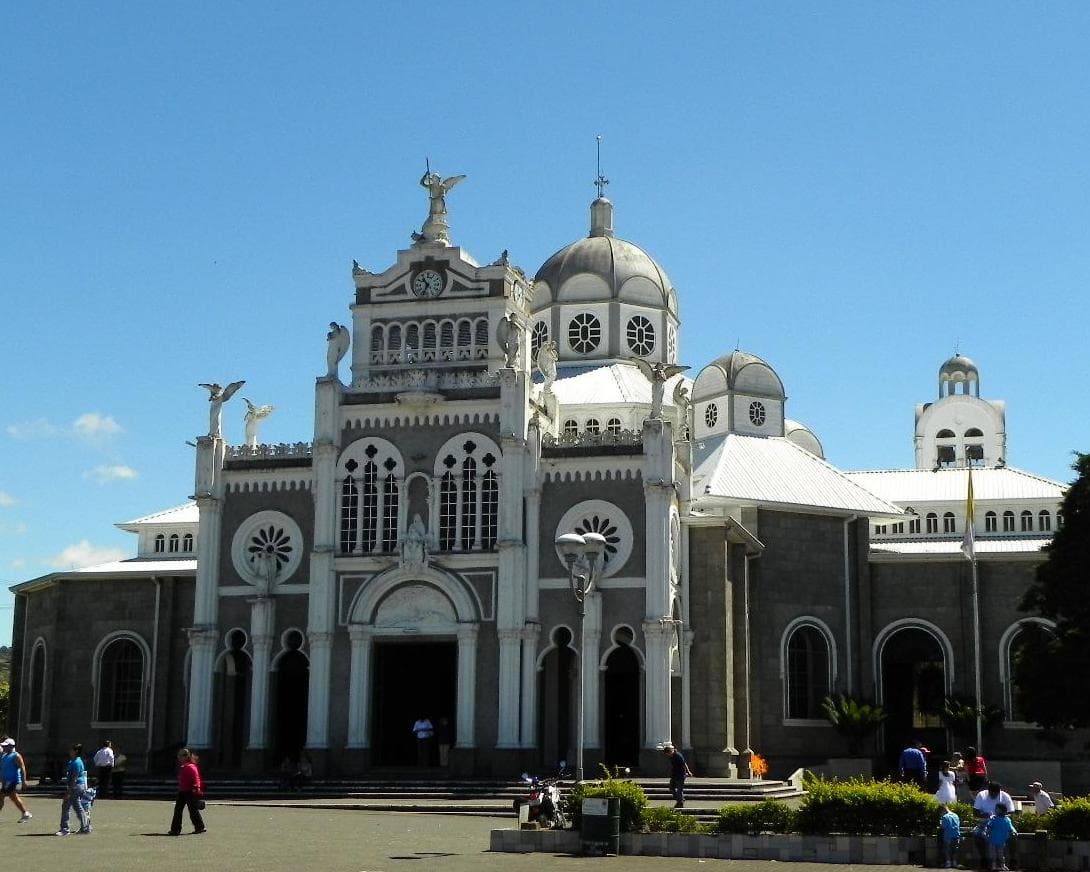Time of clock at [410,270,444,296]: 10:34
